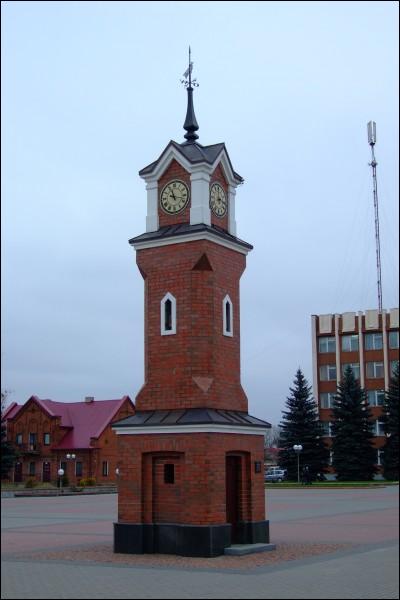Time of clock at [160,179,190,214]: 11:17
